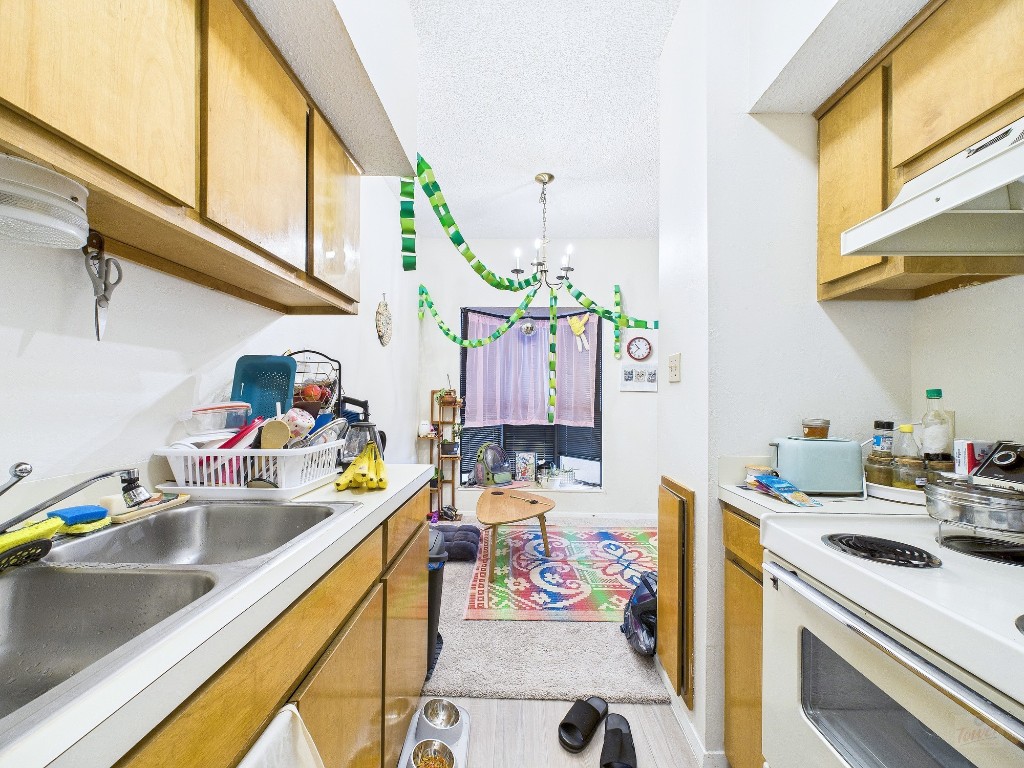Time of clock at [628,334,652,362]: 10:37
